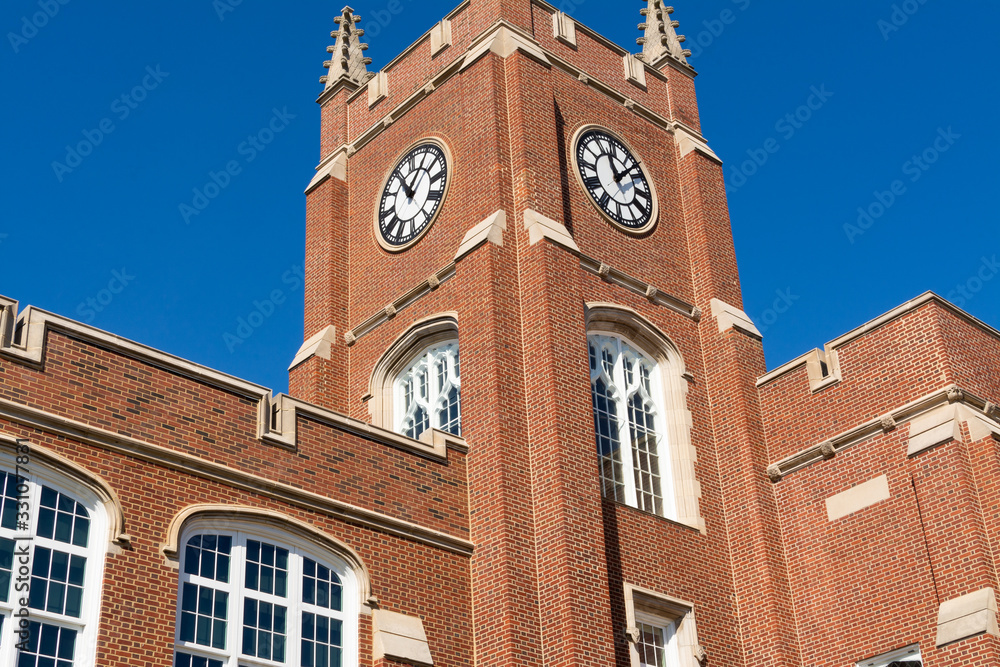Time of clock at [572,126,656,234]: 11:07
